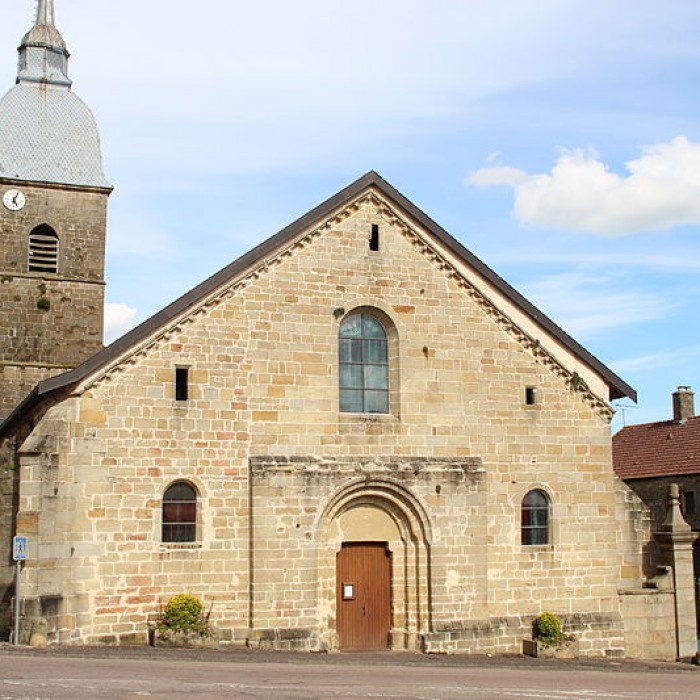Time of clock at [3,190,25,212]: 5:03
